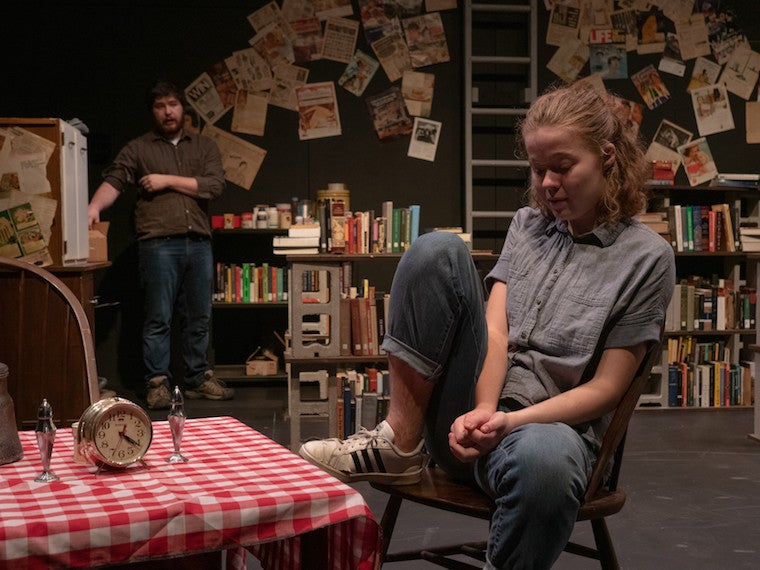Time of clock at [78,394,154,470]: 4:20
